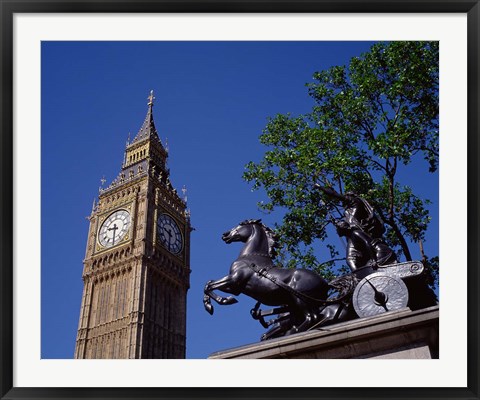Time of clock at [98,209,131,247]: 9:30
